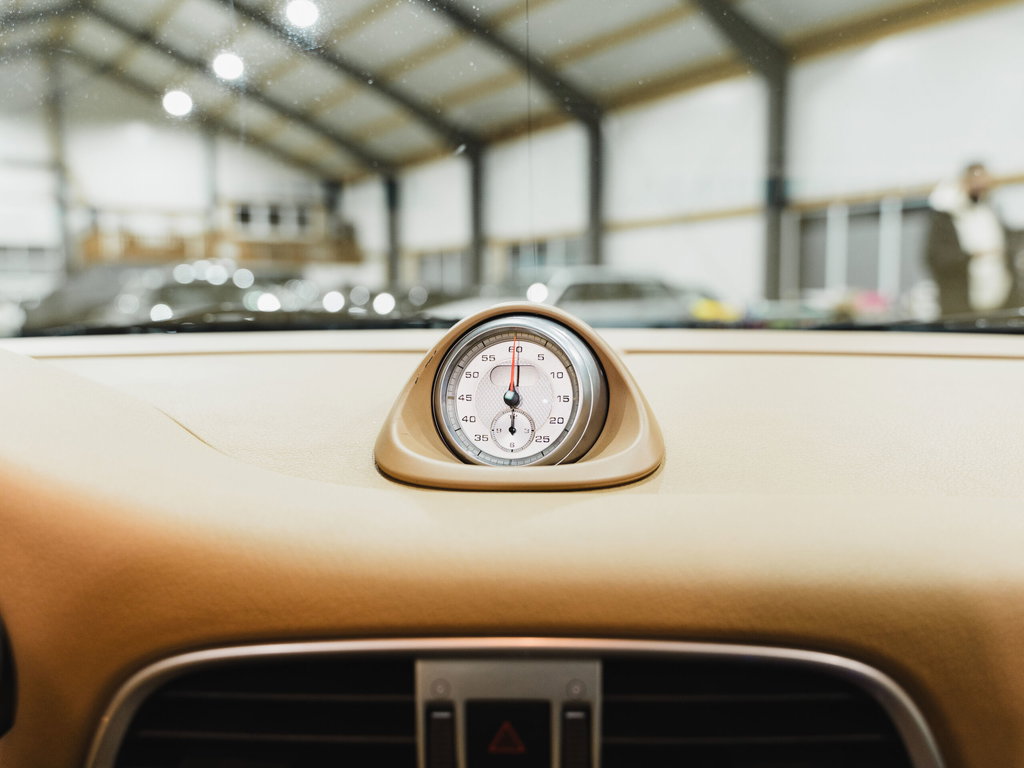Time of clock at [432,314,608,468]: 6:00
